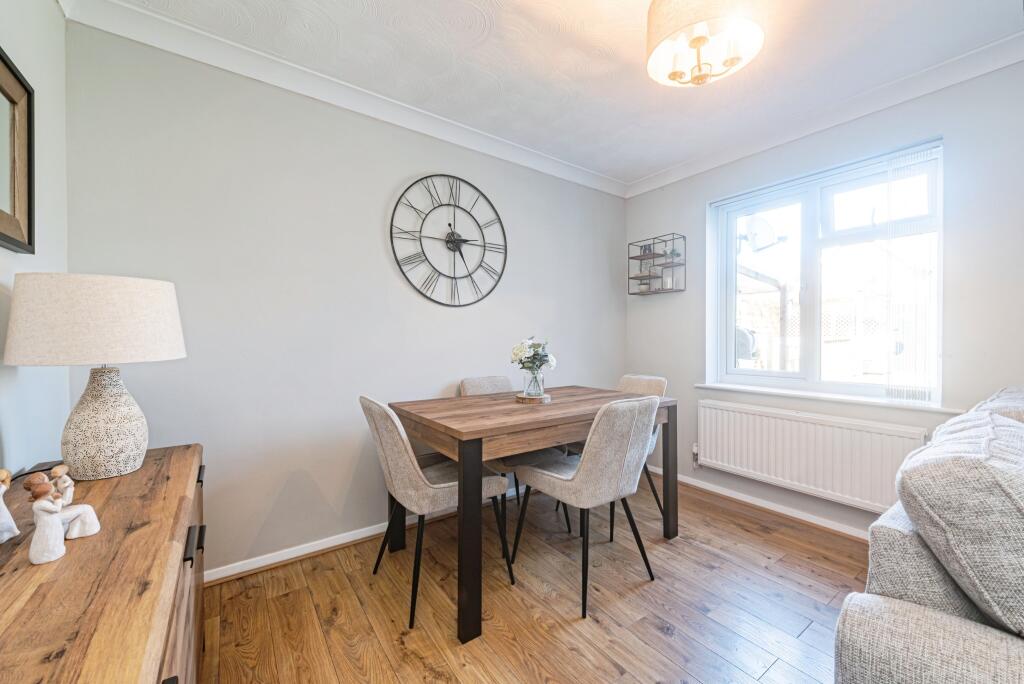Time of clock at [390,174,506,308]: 2:44
